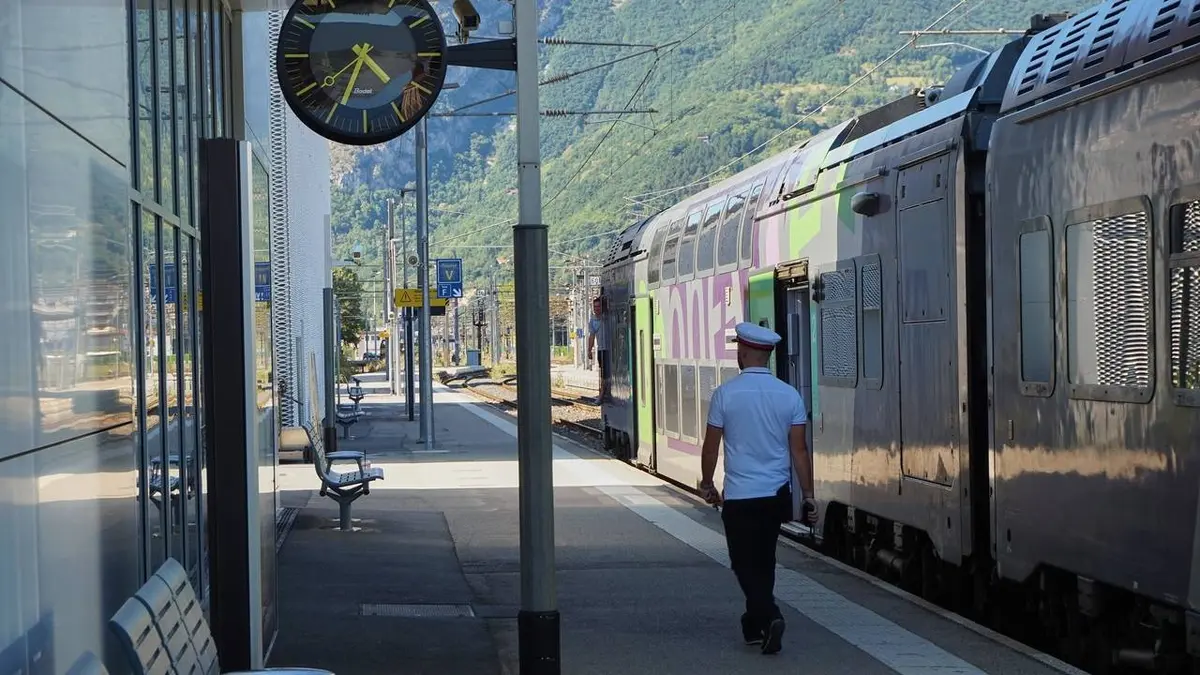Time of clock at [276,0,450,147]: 4:34
